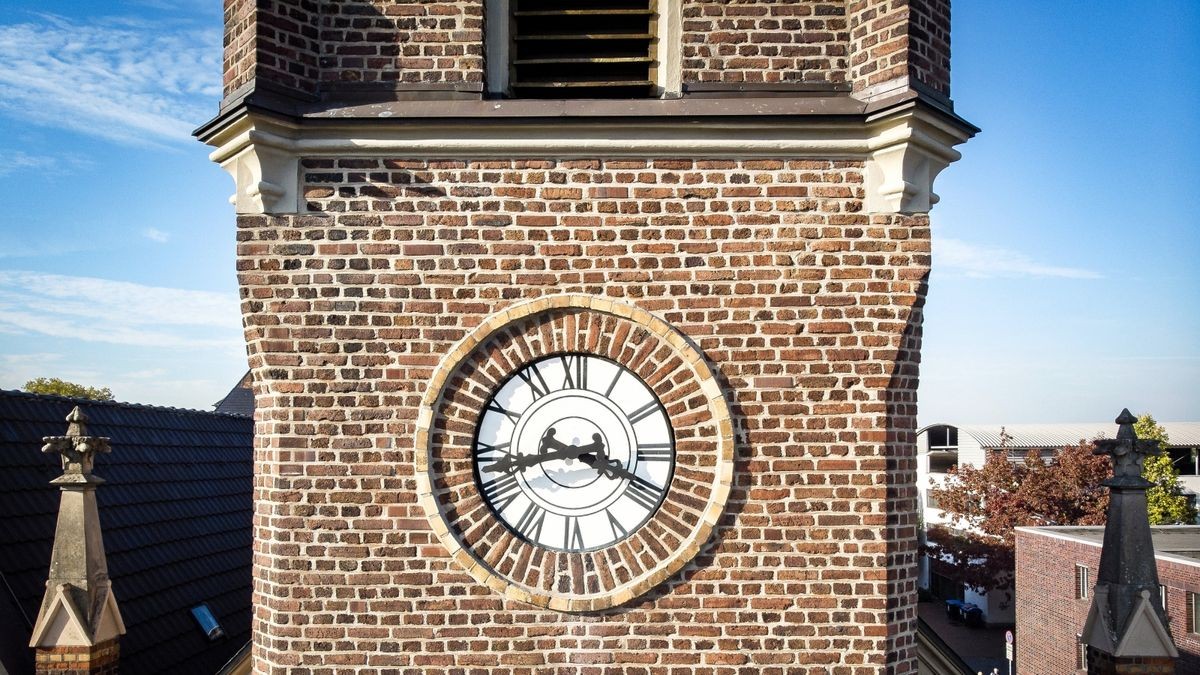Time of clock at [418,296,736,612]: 3:42
